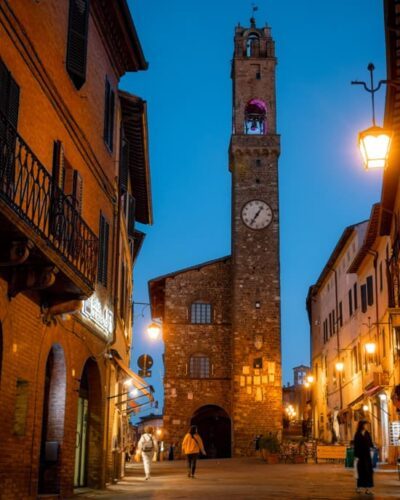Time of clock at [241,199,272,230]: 7:06
